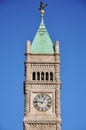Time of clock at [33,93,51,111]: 12:46
